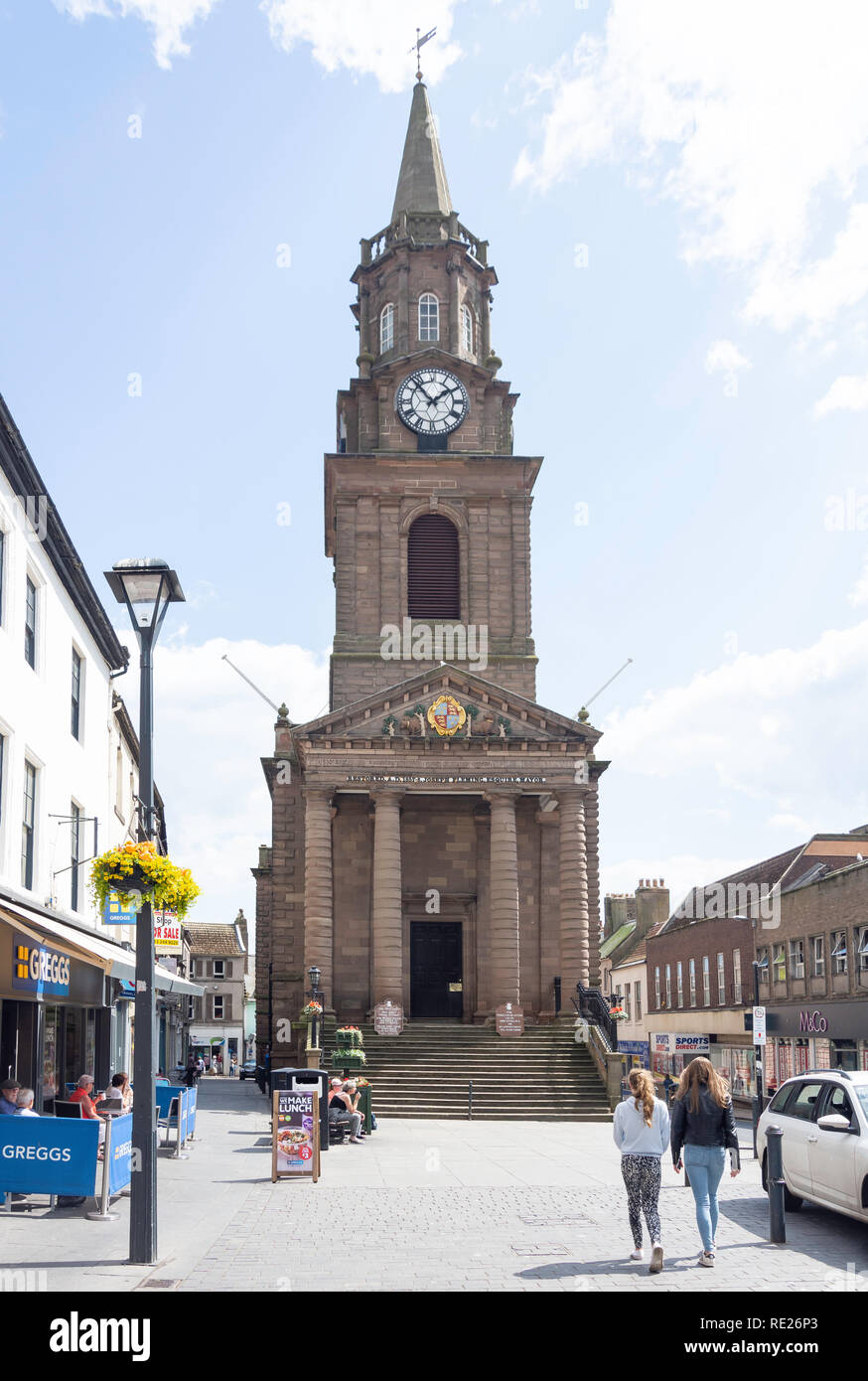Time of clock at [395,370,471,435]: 1:53
